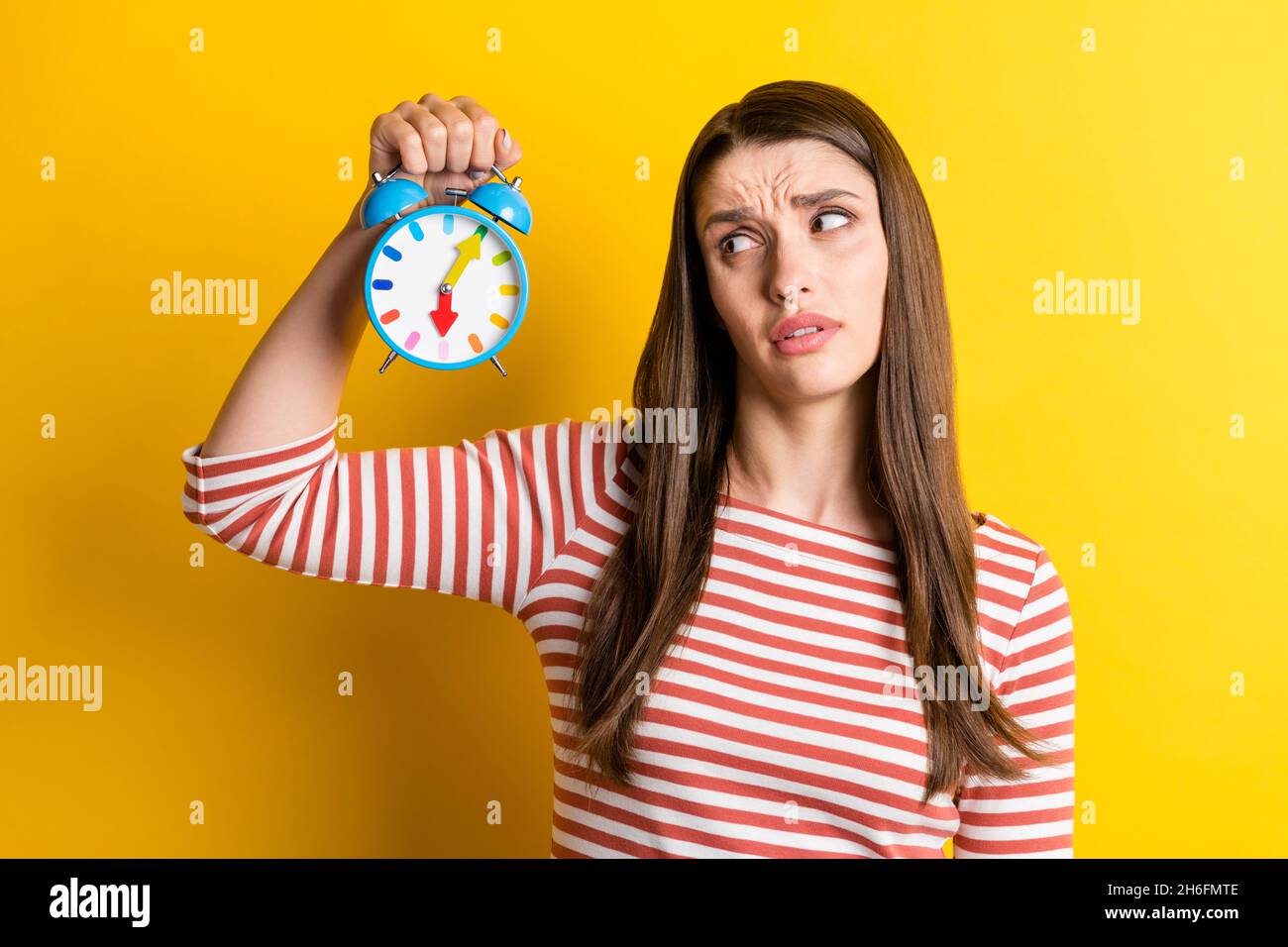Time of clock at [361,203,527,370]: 6:05
